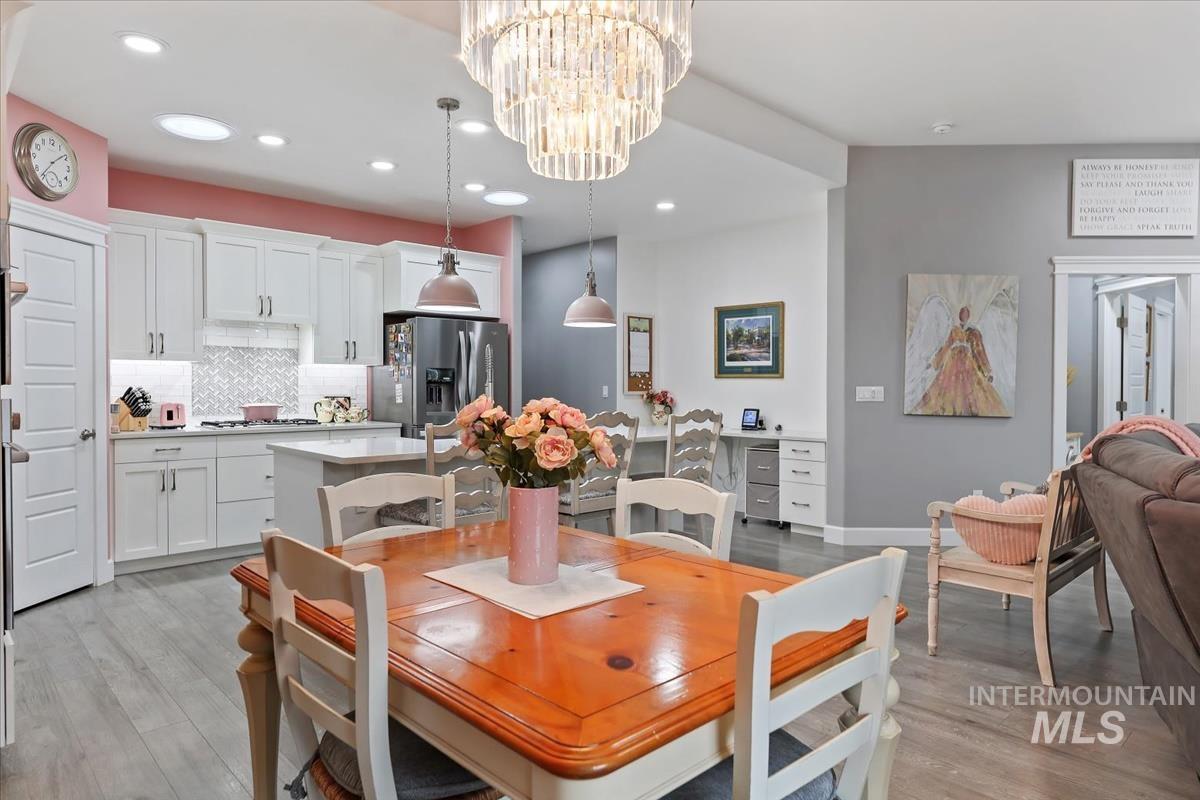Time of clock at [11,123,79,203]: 1:36
